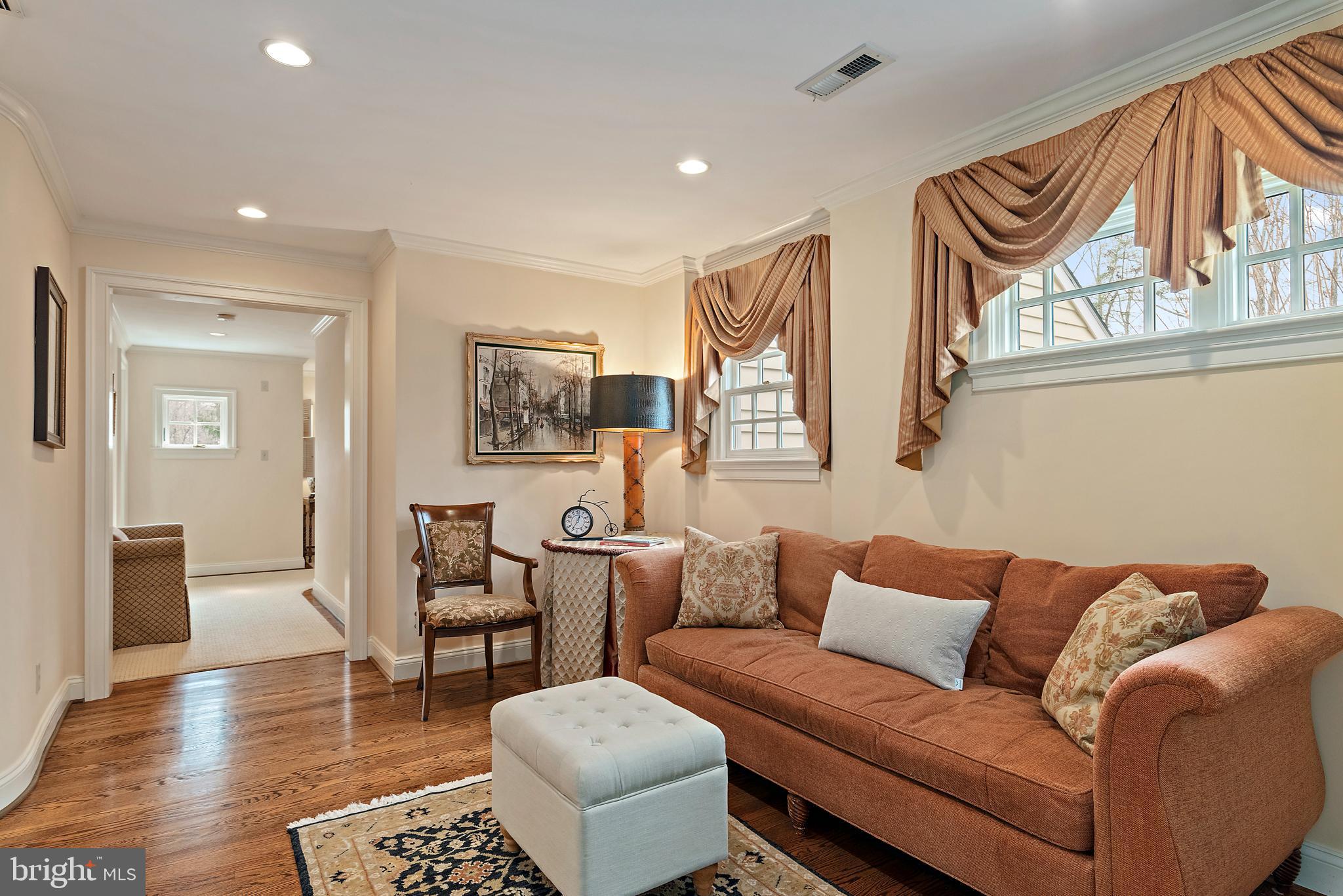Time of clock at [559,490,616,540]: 12:34
